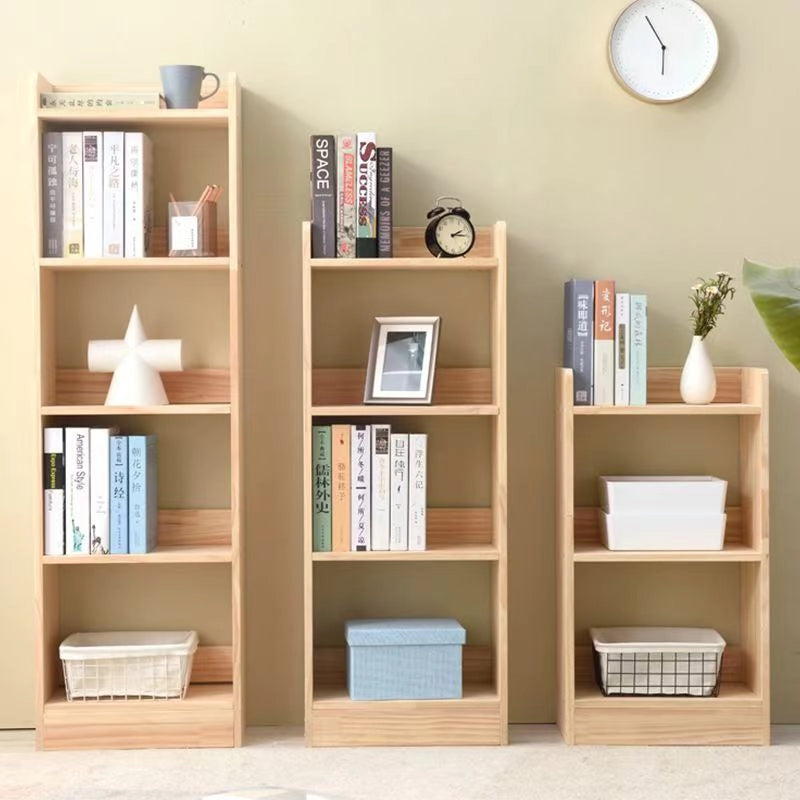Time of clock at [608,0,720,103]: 5:54
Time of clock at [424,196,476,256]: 2:15
